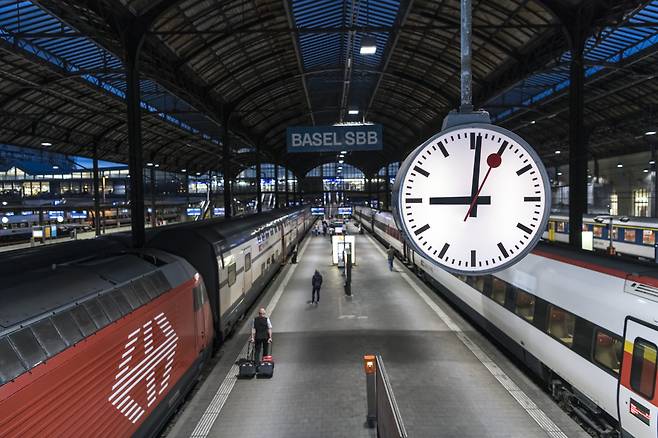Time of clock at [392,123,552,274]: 9:01
